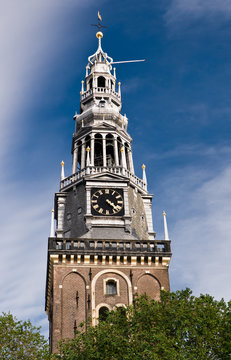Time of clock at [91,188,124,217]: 4:22
